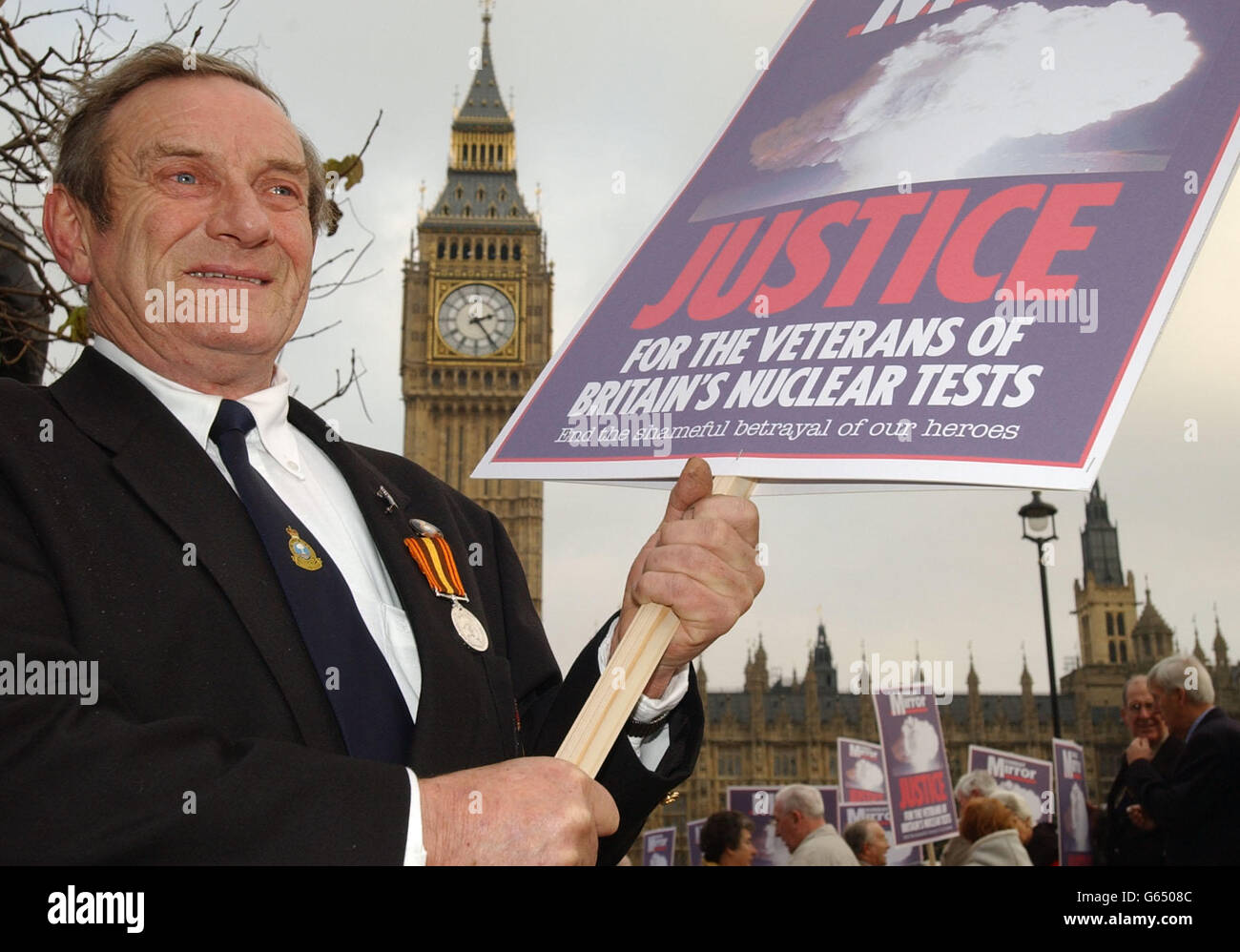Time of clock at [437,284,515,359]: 2:24
